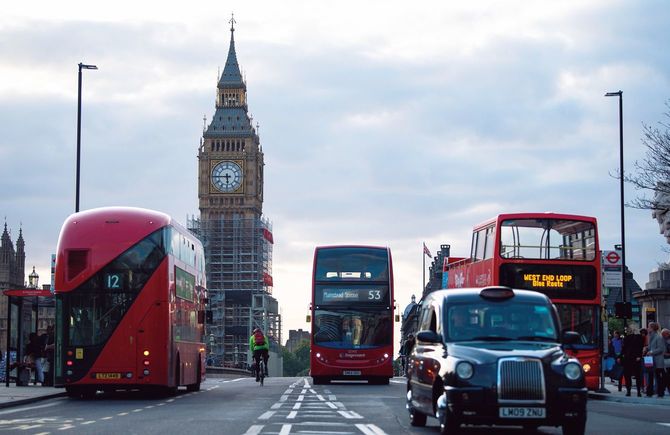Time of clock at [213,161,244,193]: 5:45
